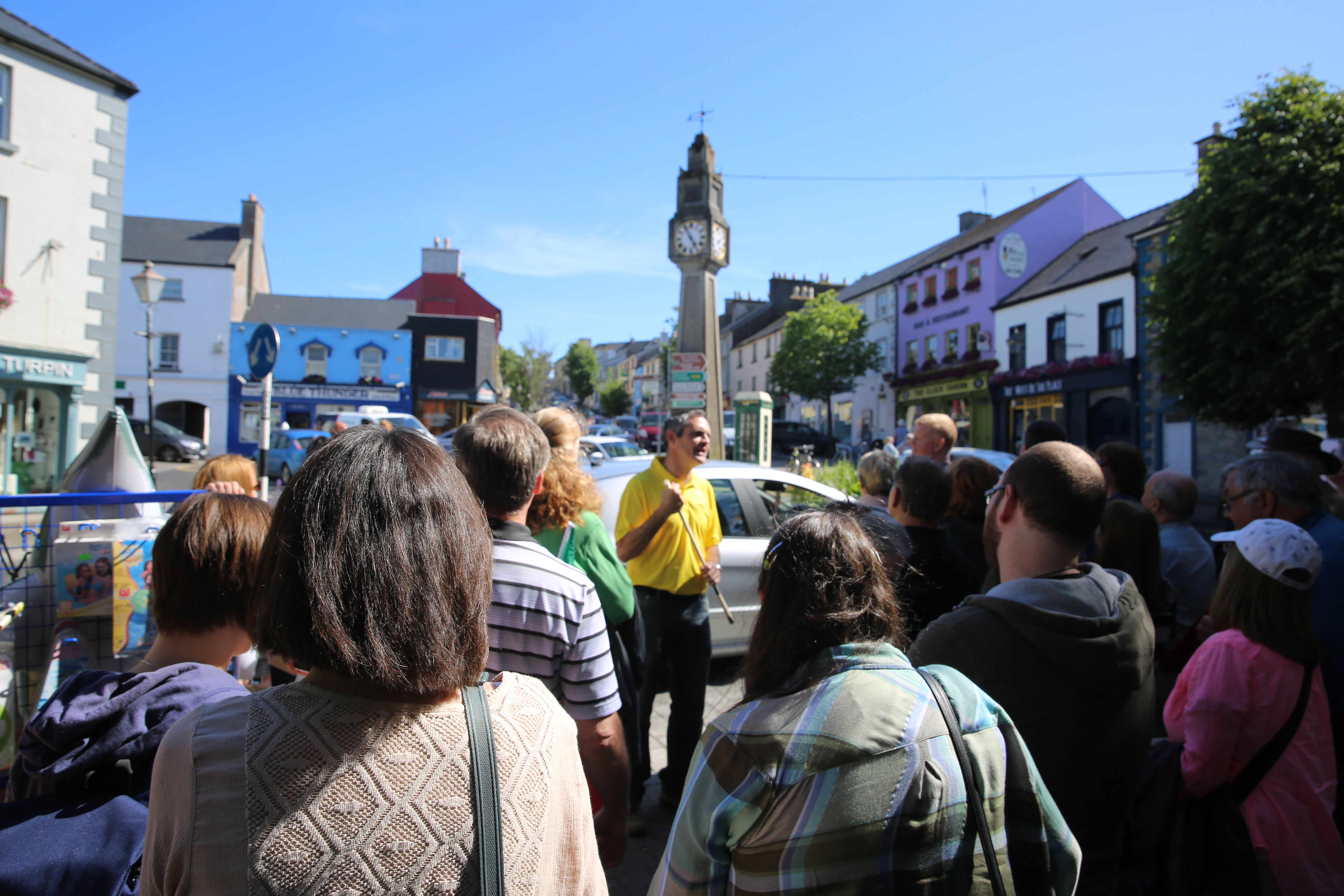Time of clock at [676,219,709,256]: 4:55
